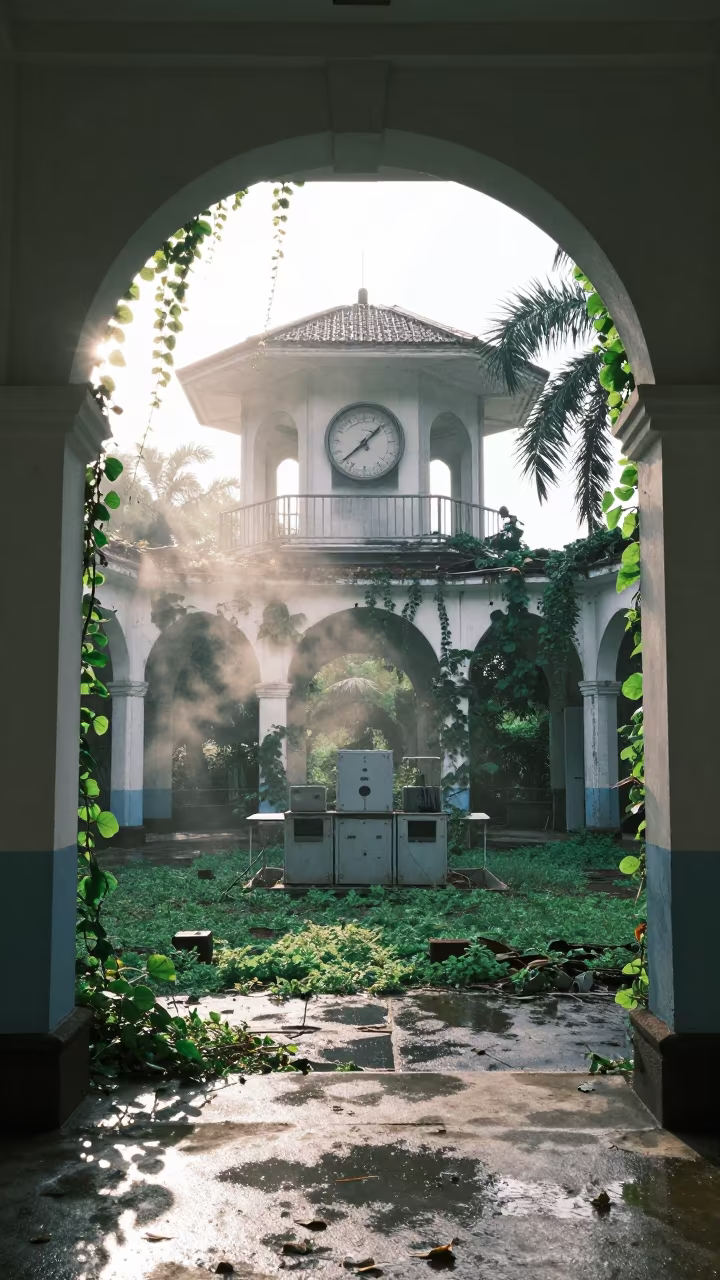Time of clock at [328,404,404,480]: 1:38
